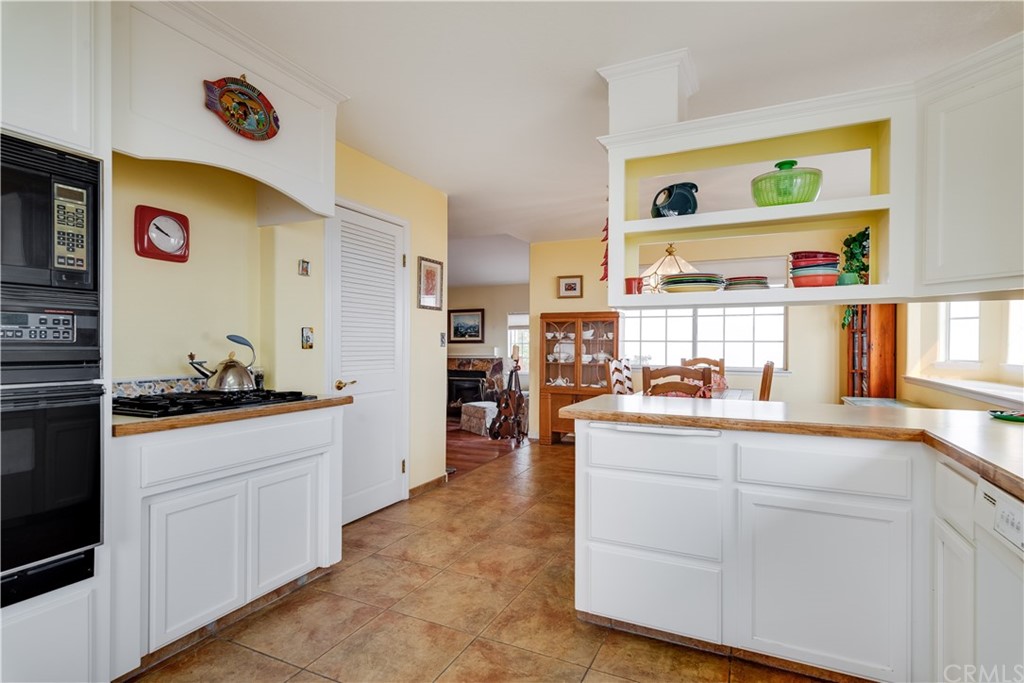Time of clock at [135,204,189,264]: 9:50
